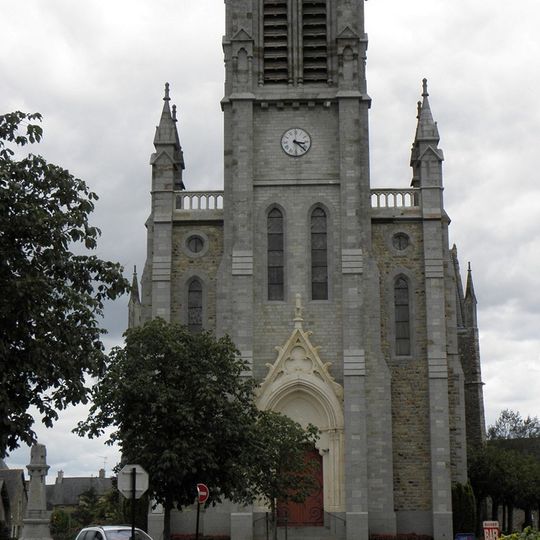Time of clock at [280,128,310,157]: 3:22
